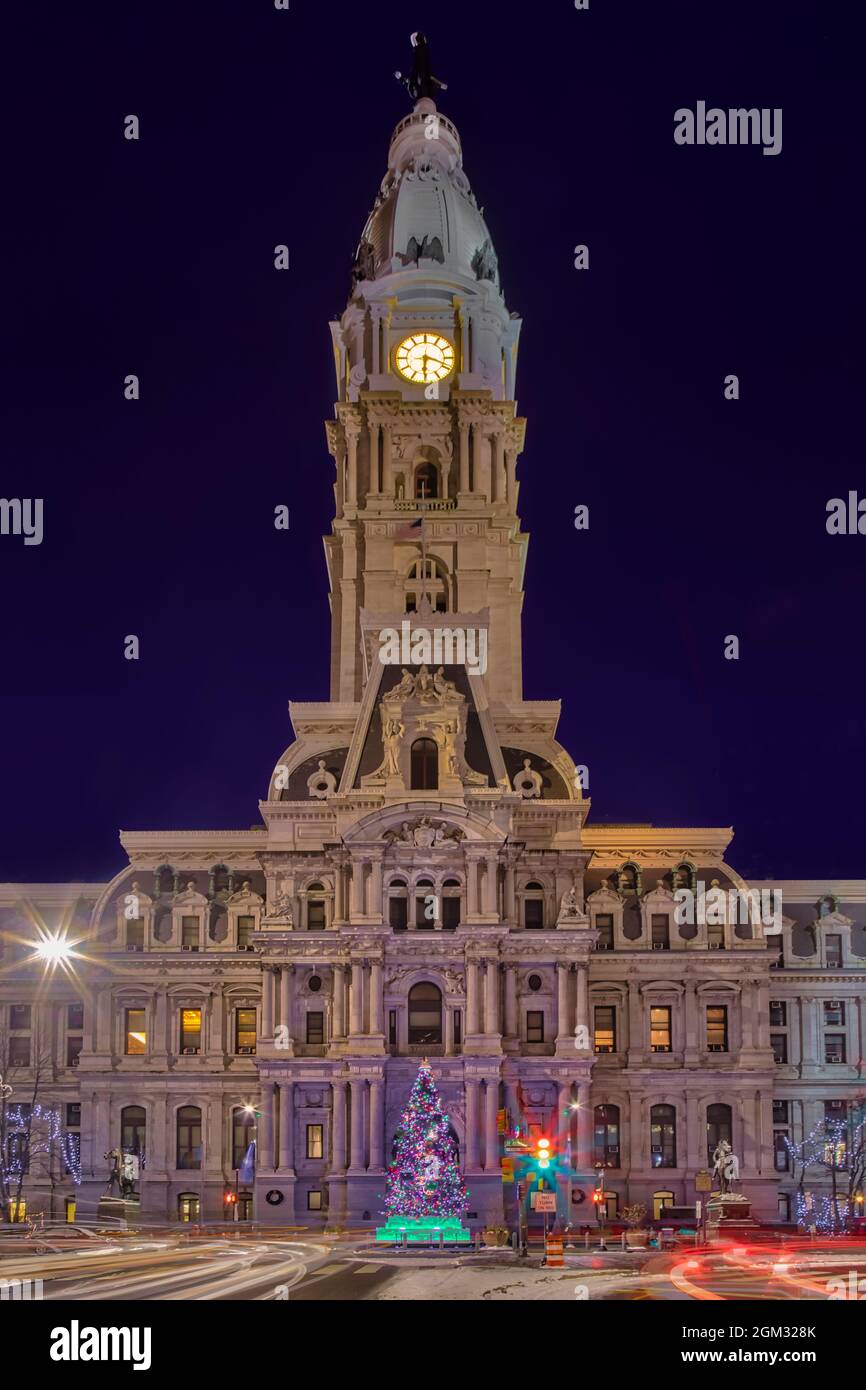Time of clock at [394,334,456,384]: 6:18
